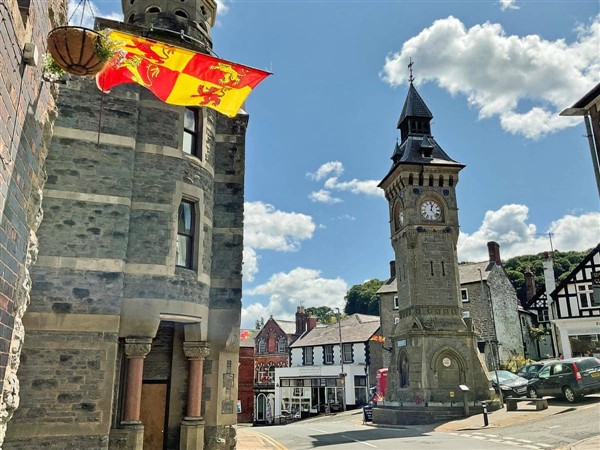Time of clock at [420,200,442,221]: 12:23
